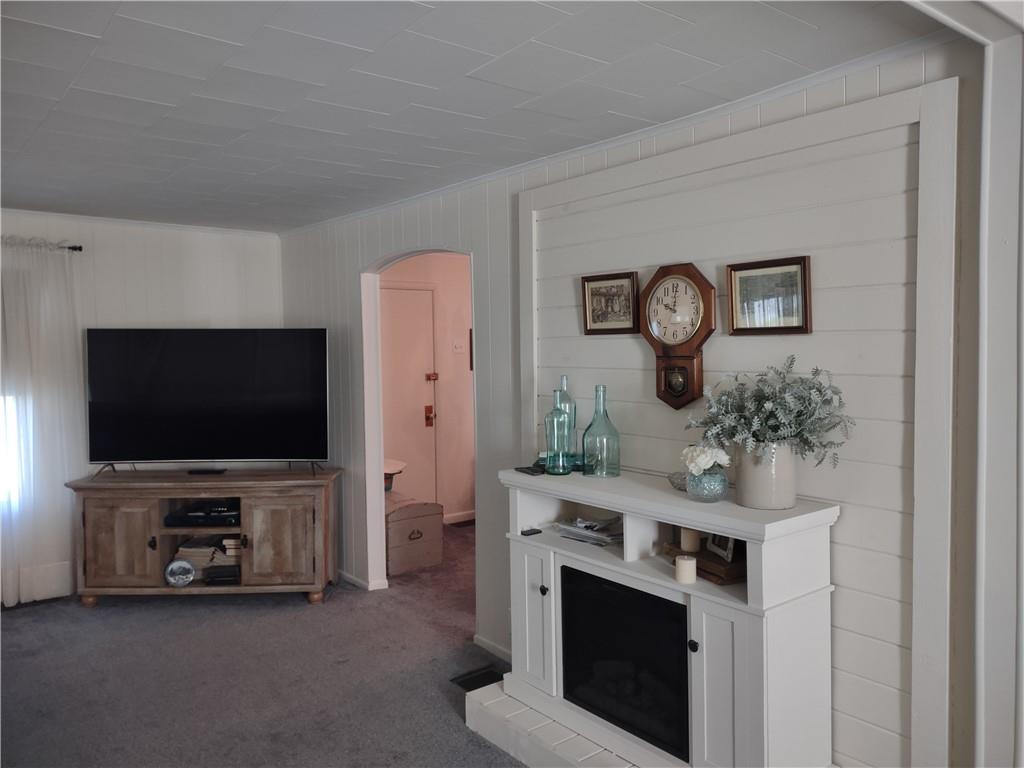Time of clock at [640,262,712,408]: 10:00
